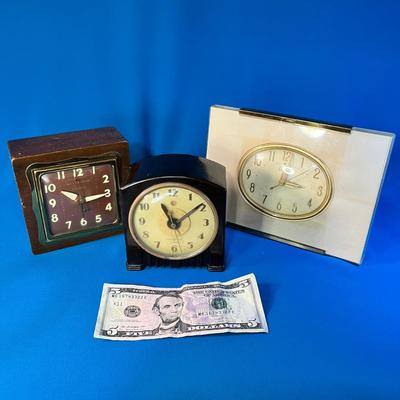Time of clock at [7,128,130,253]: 10:14
